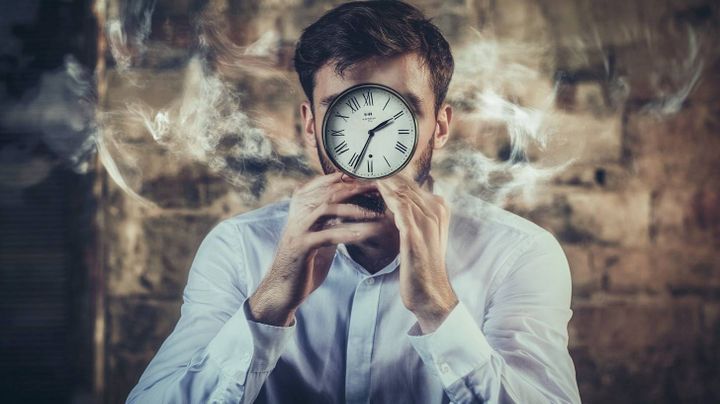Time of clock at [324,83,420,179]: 2:09
